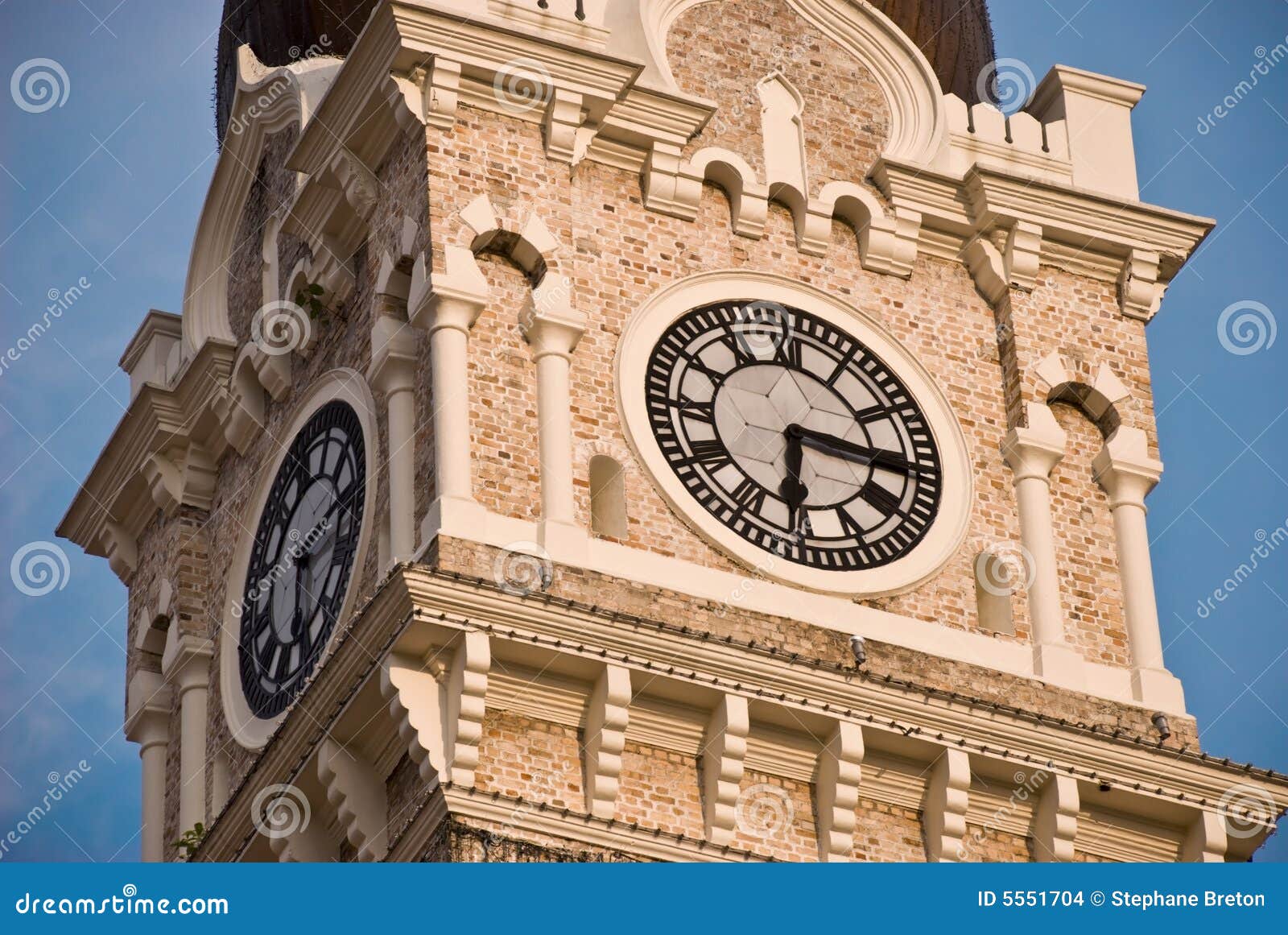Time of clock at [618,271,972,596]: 6:15
